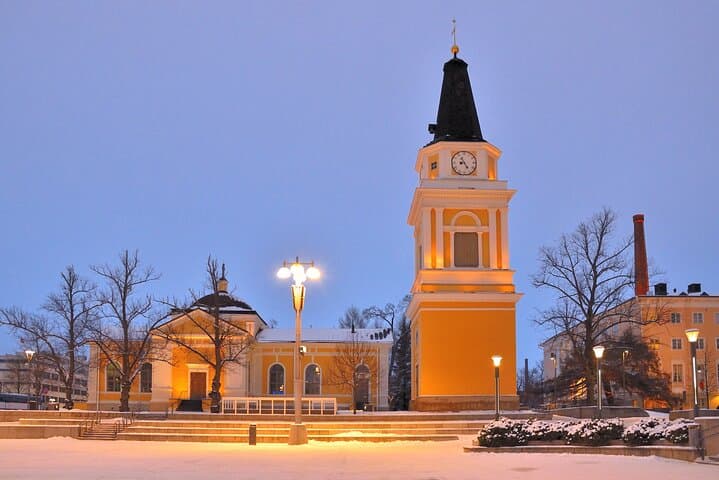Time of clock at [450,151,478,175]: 8:24
